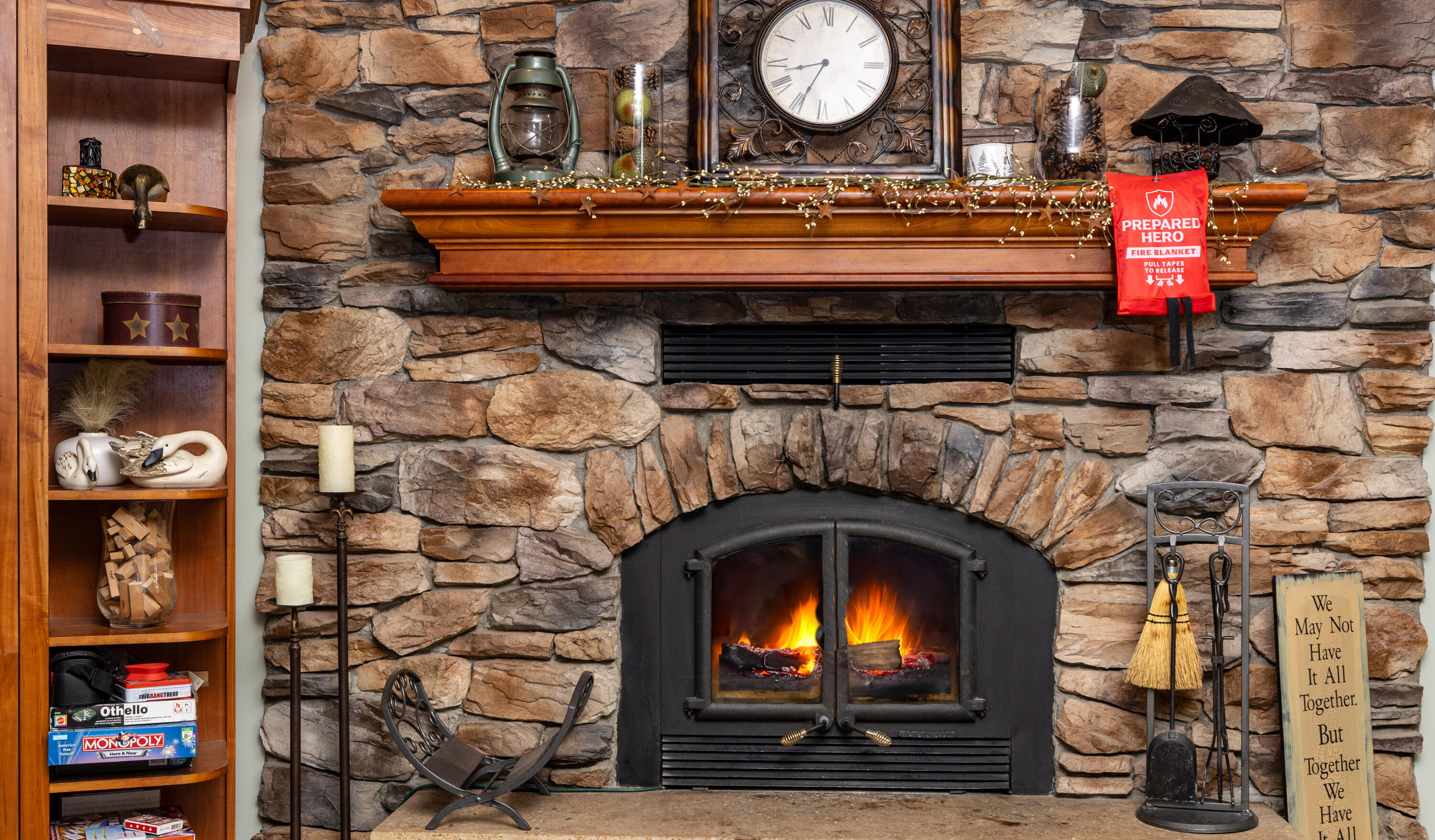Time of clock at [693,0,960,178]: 8:34
